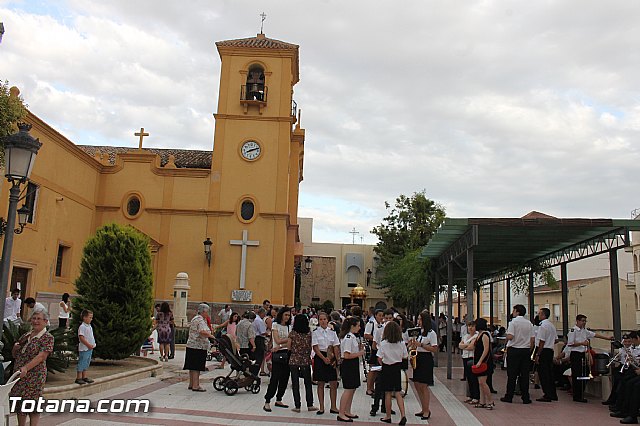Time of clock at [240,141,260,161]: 8:12
